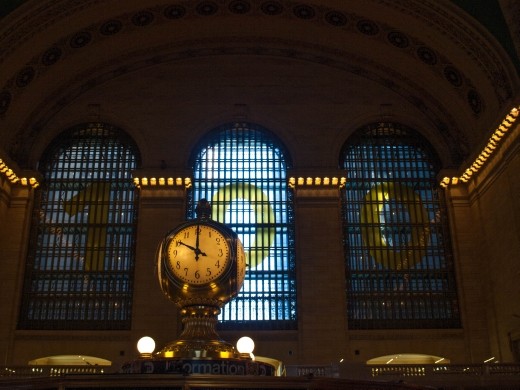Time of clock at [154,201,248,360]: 10:00
